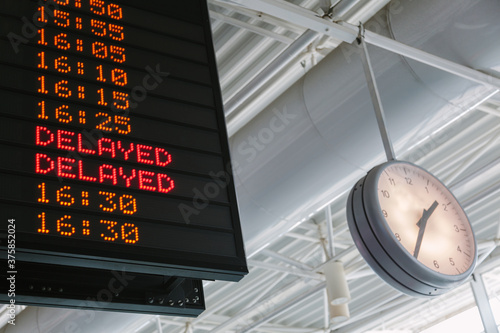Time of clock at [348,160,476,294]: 1:35
